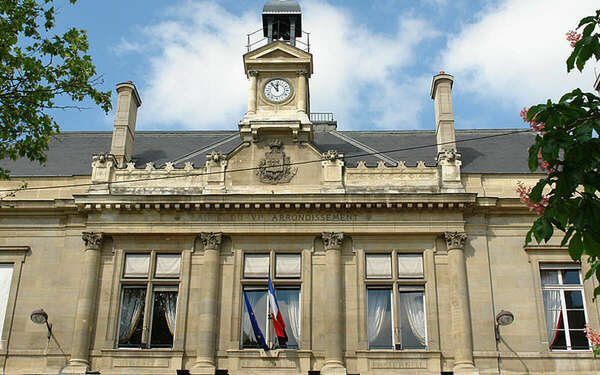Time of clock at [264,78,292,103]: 11:53
